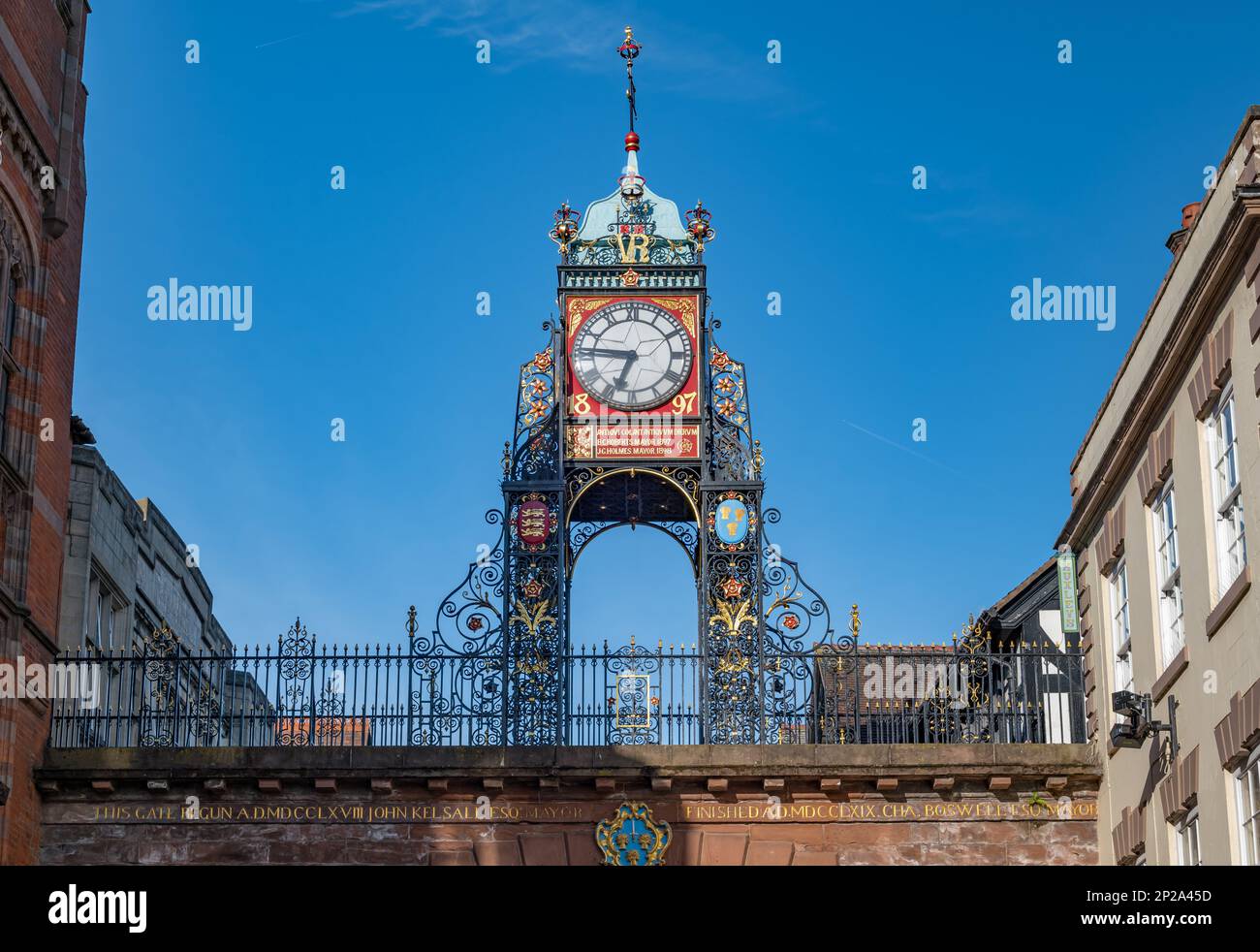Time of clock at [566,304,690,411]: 6:45
